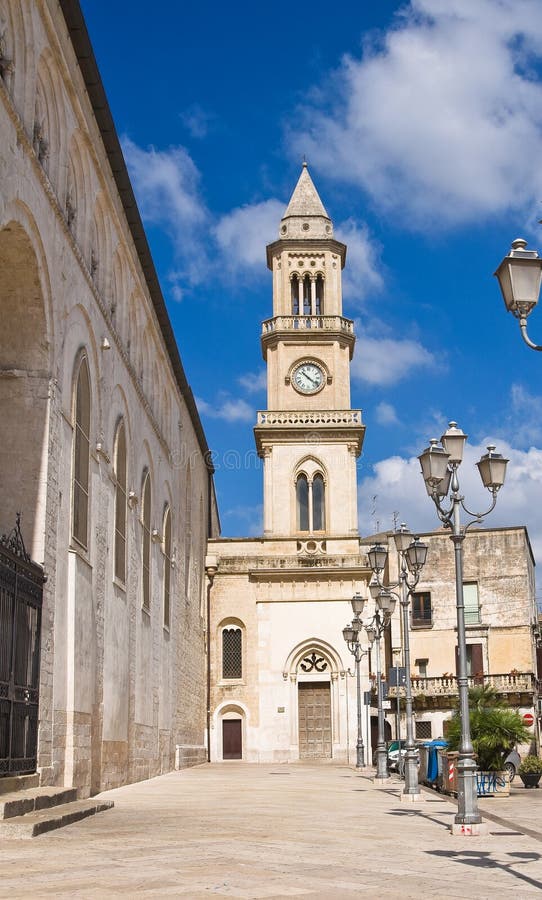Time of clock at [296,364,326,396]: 10:21
